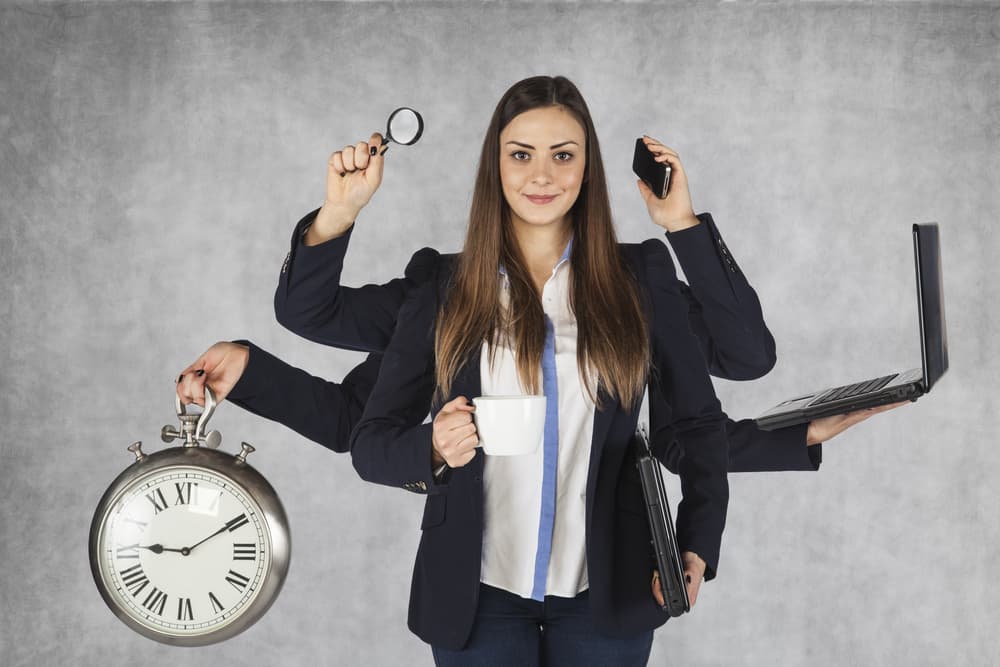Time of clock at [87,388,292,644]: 9:09
